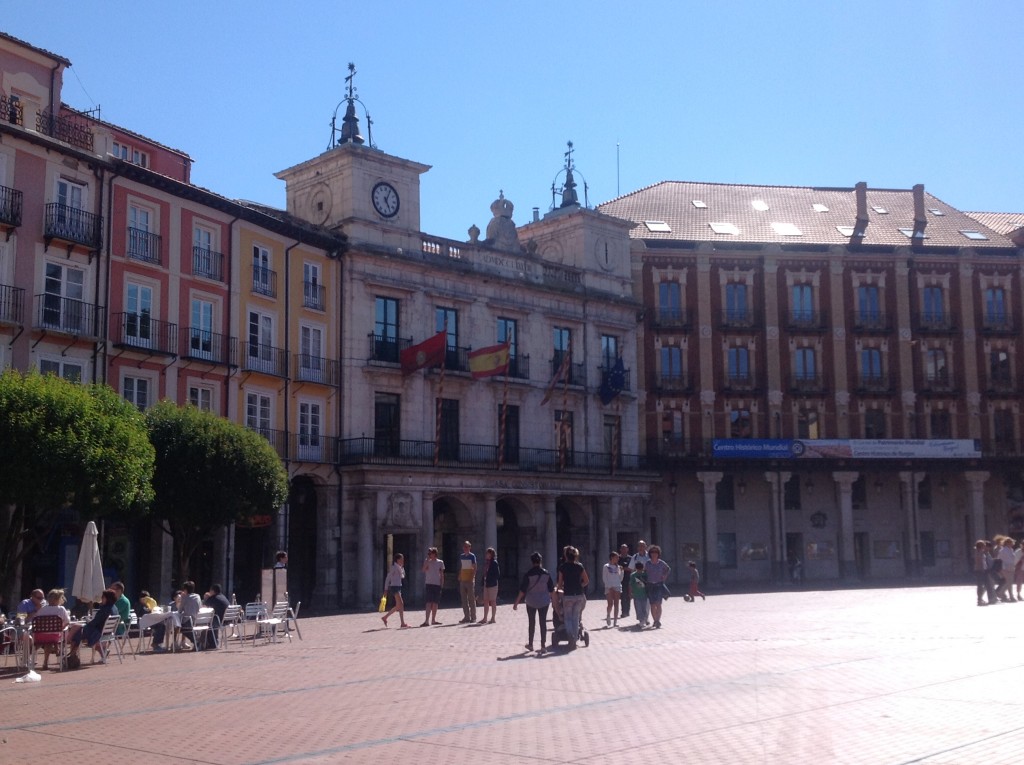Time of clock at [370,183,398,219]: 5:04
